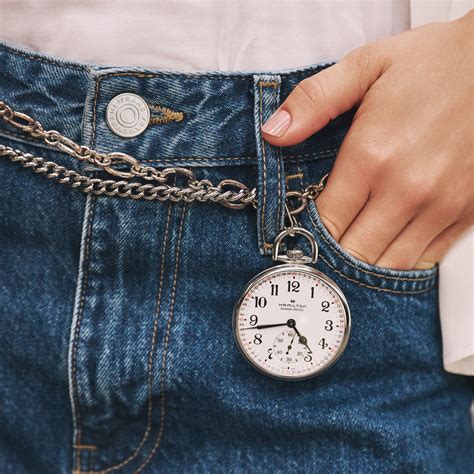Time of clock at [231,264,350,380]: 4:43
